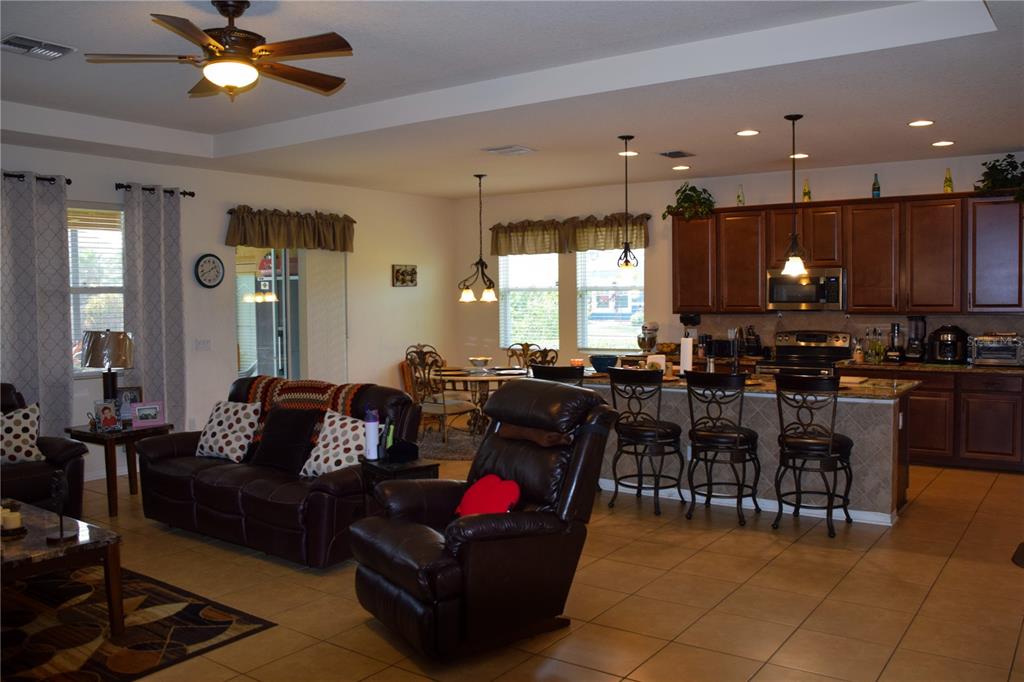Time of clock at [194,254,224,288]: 1:40
